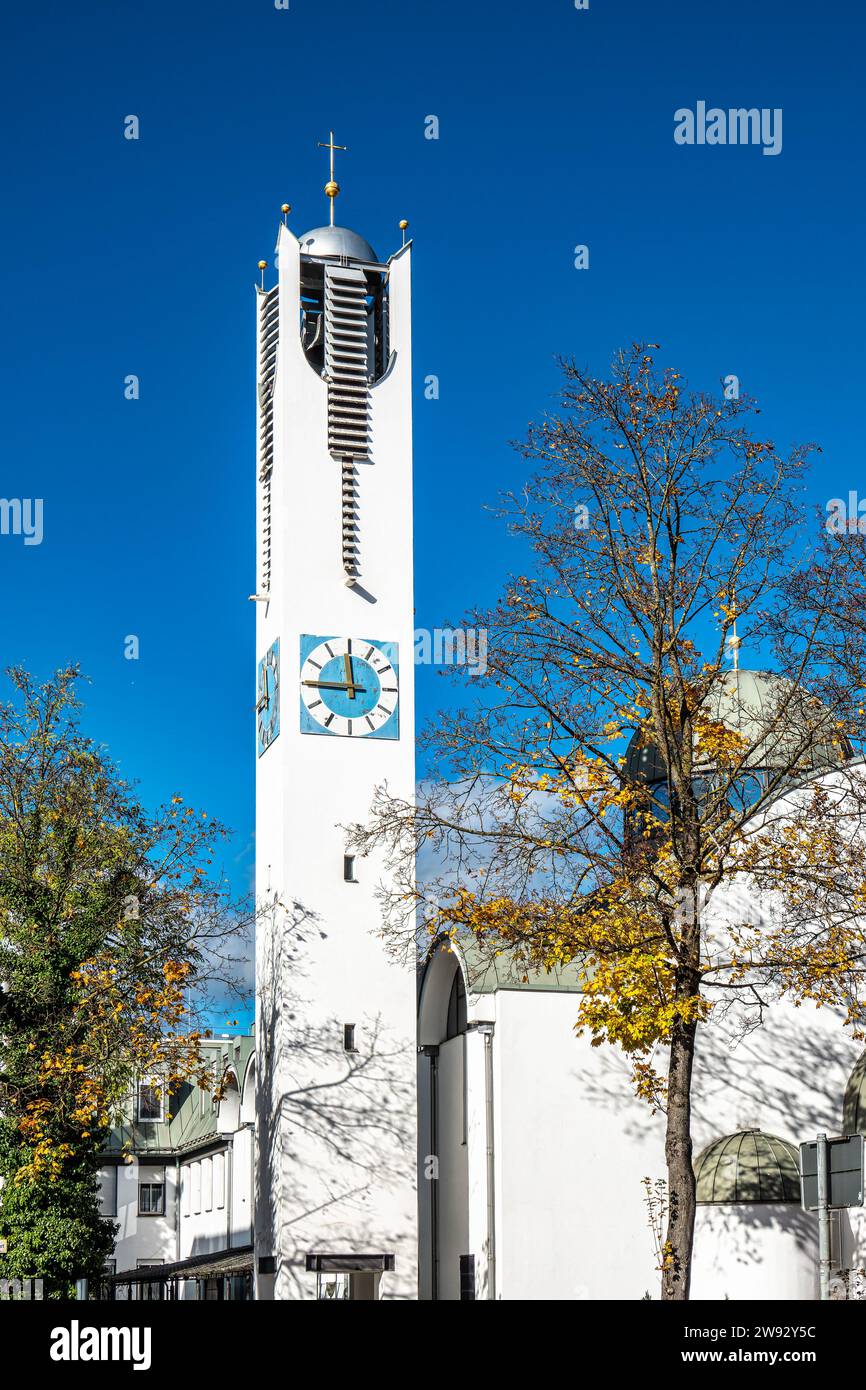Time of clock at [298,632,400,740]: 11:45
